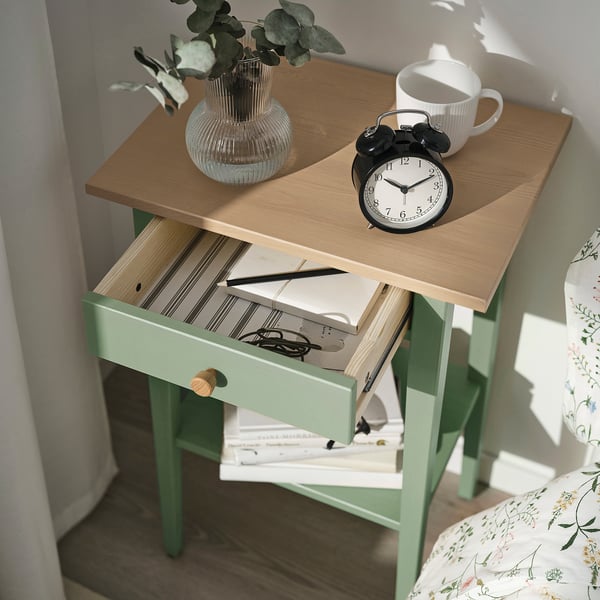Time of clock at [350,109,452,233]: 10:11
